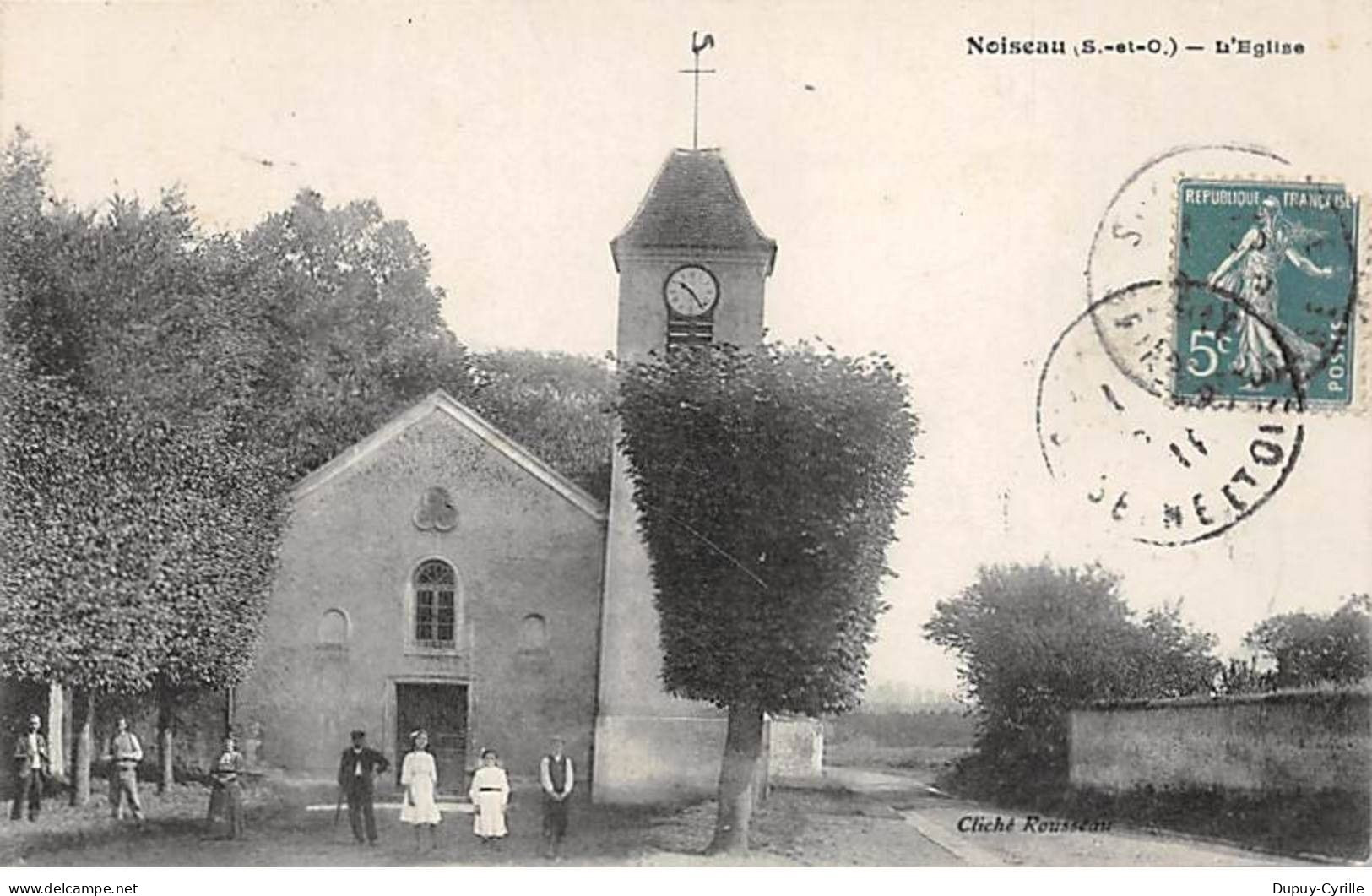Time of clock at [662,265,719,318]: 10:23
